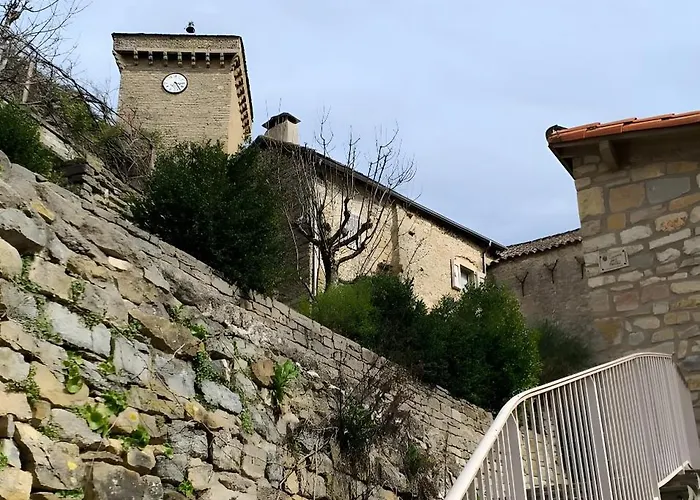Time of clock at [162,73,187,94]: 3:24
